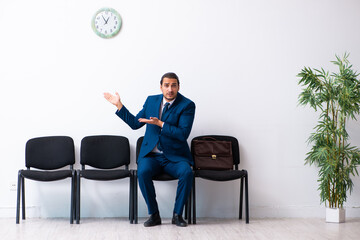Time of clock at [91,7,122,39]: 12:54
